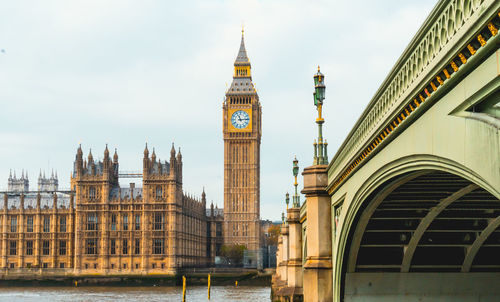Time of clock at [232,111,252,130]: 11:13
